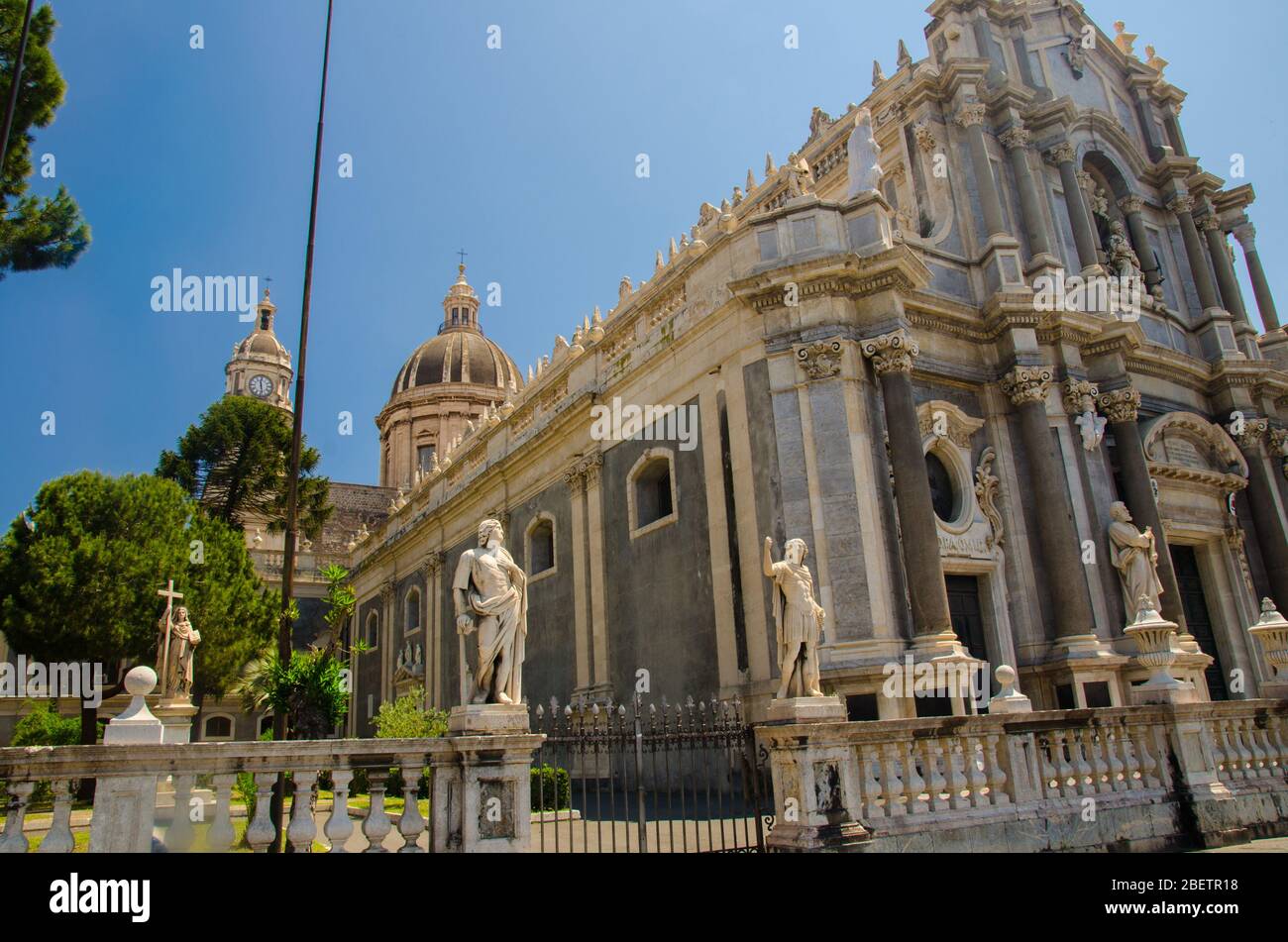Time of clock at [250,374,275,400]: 11:28
